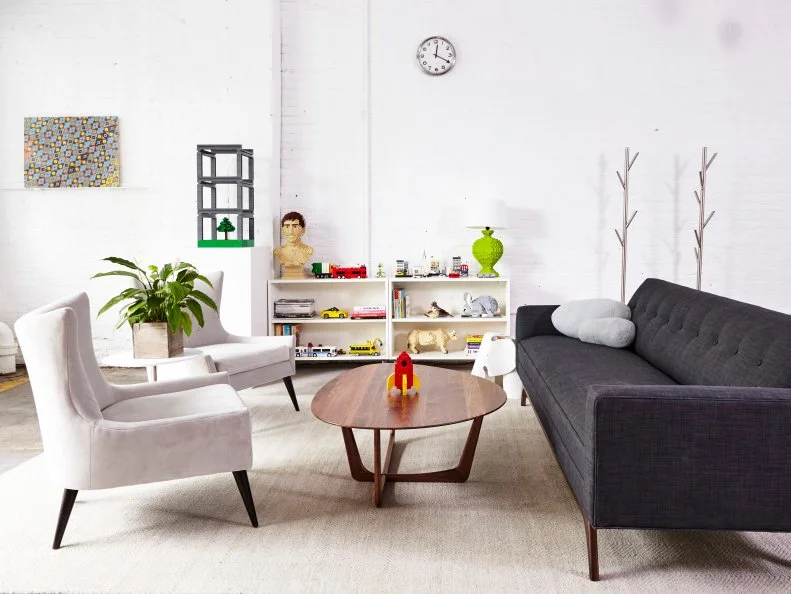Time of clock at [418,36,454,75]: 12:19
